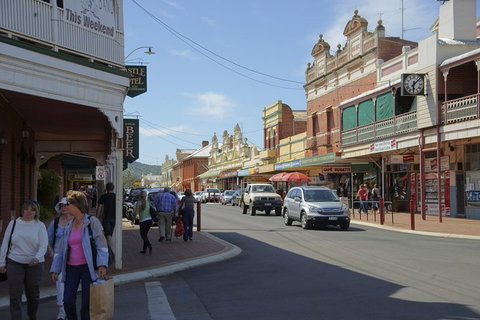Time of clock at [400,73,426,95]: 6:07
